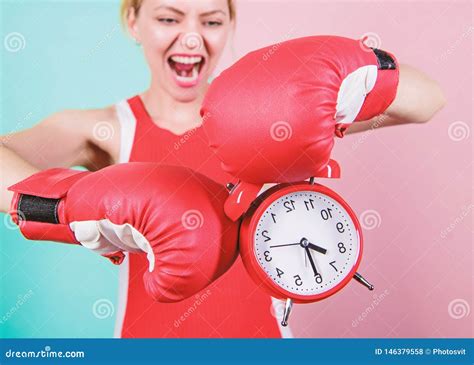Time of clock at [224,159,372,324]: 4:30
